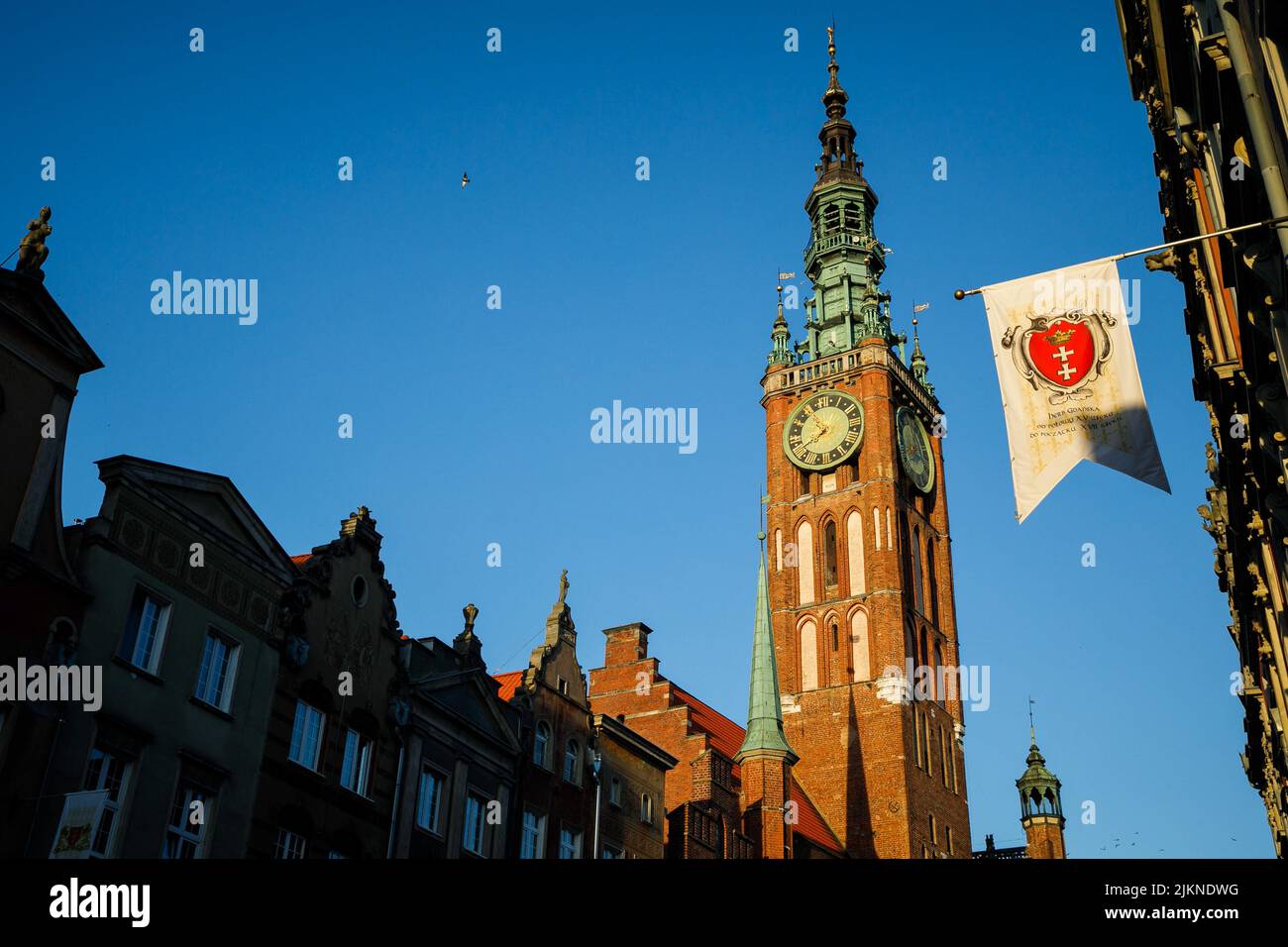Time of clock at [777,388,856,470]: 7:37
